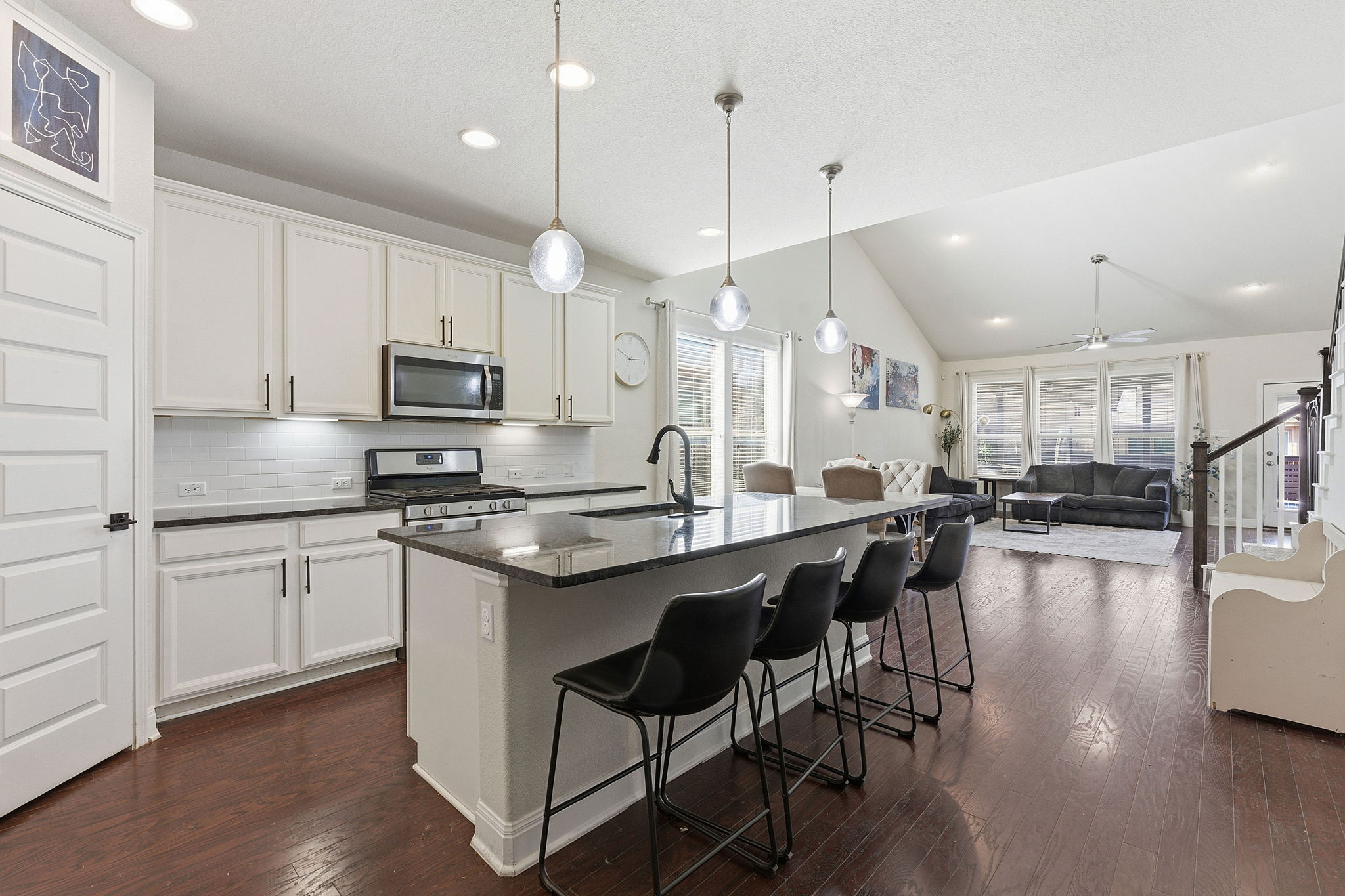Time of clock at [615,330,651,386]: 2:49
